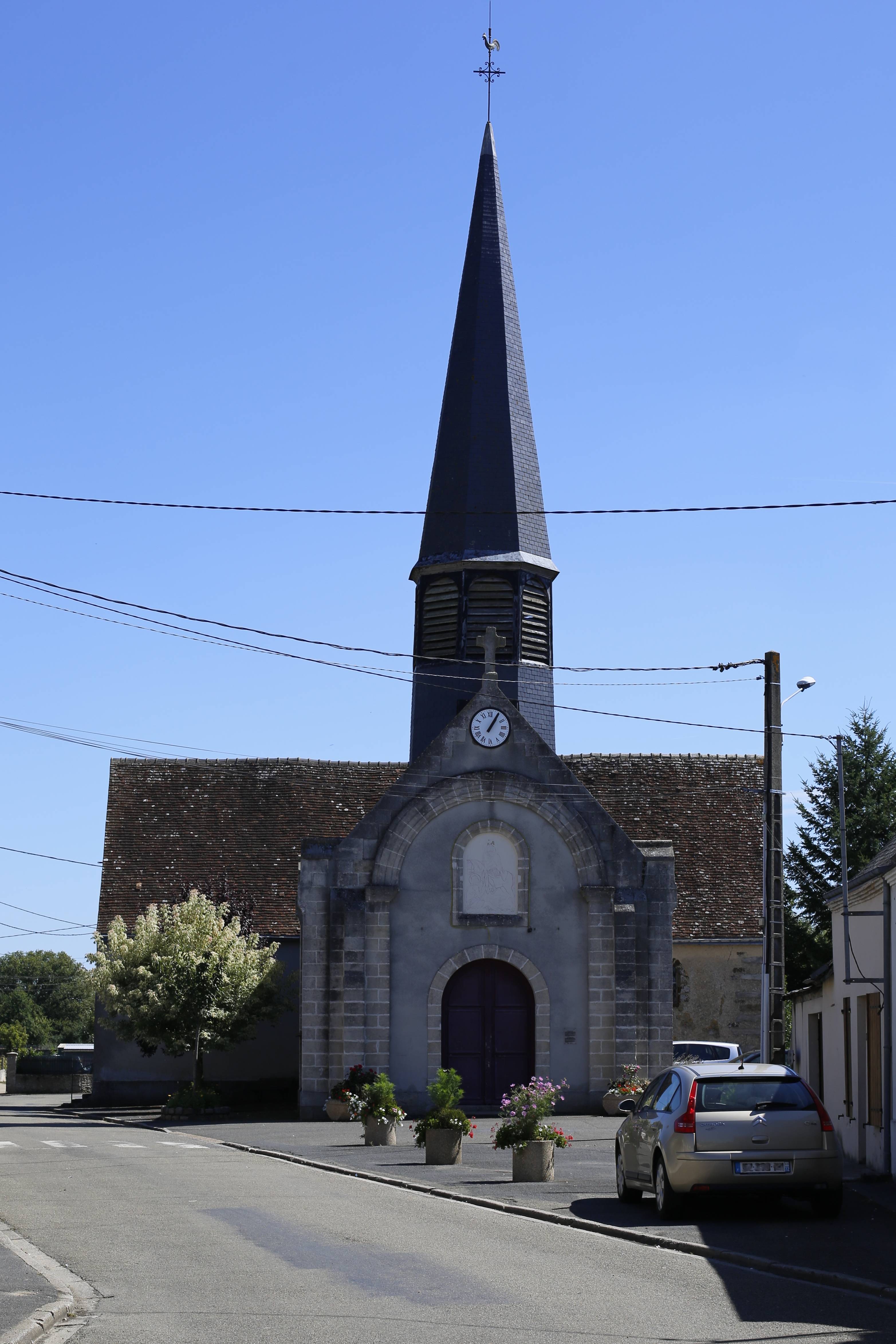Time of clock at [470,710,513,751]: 1:05
